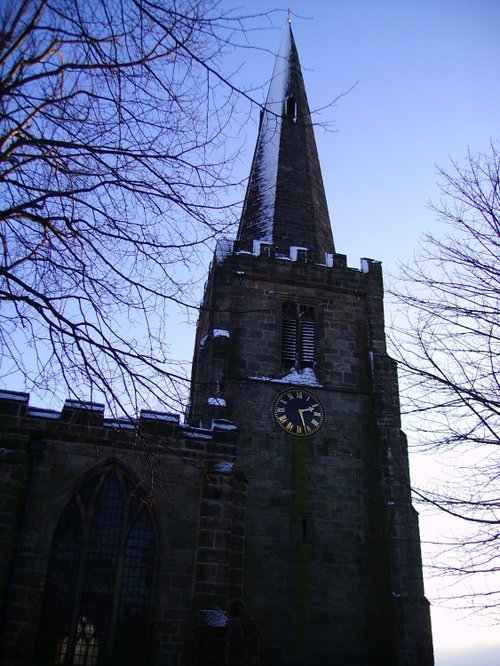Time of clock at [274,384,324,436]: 2:27
